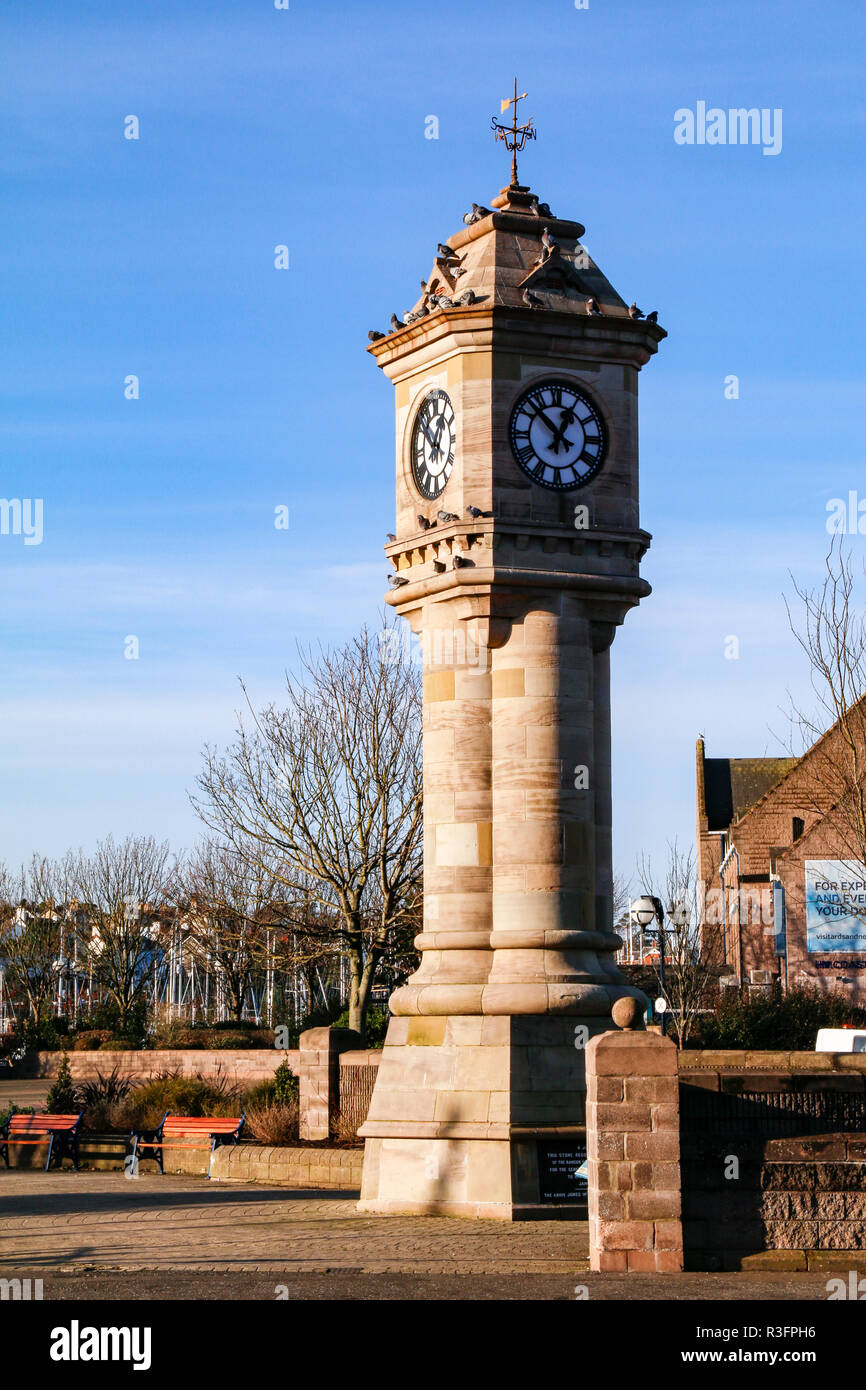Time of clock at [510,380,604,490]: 12:52
